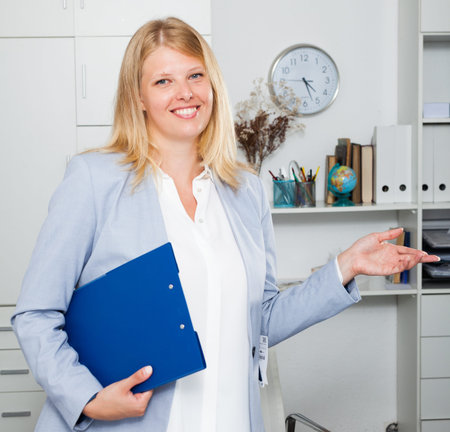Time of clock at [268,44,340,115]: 4:26
